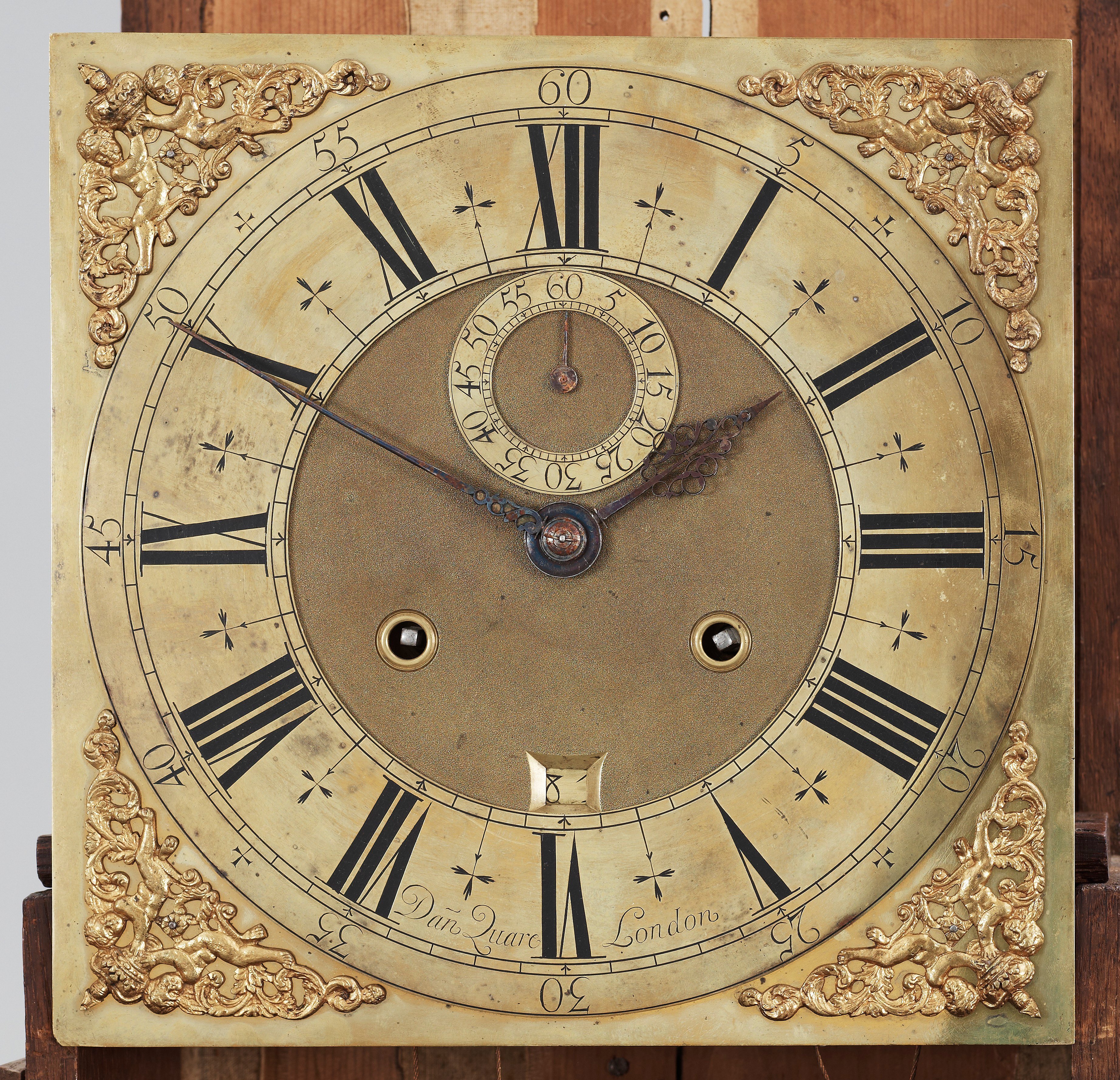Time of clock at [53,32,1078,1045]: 1:49
